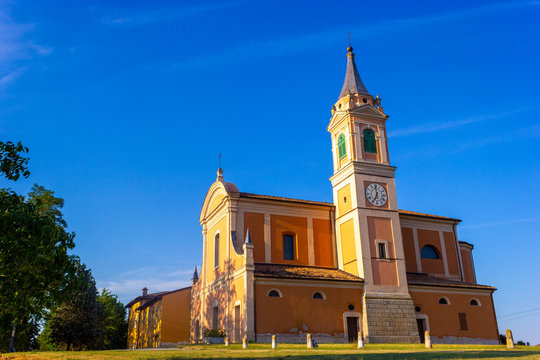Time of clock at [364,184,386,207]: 6:58
